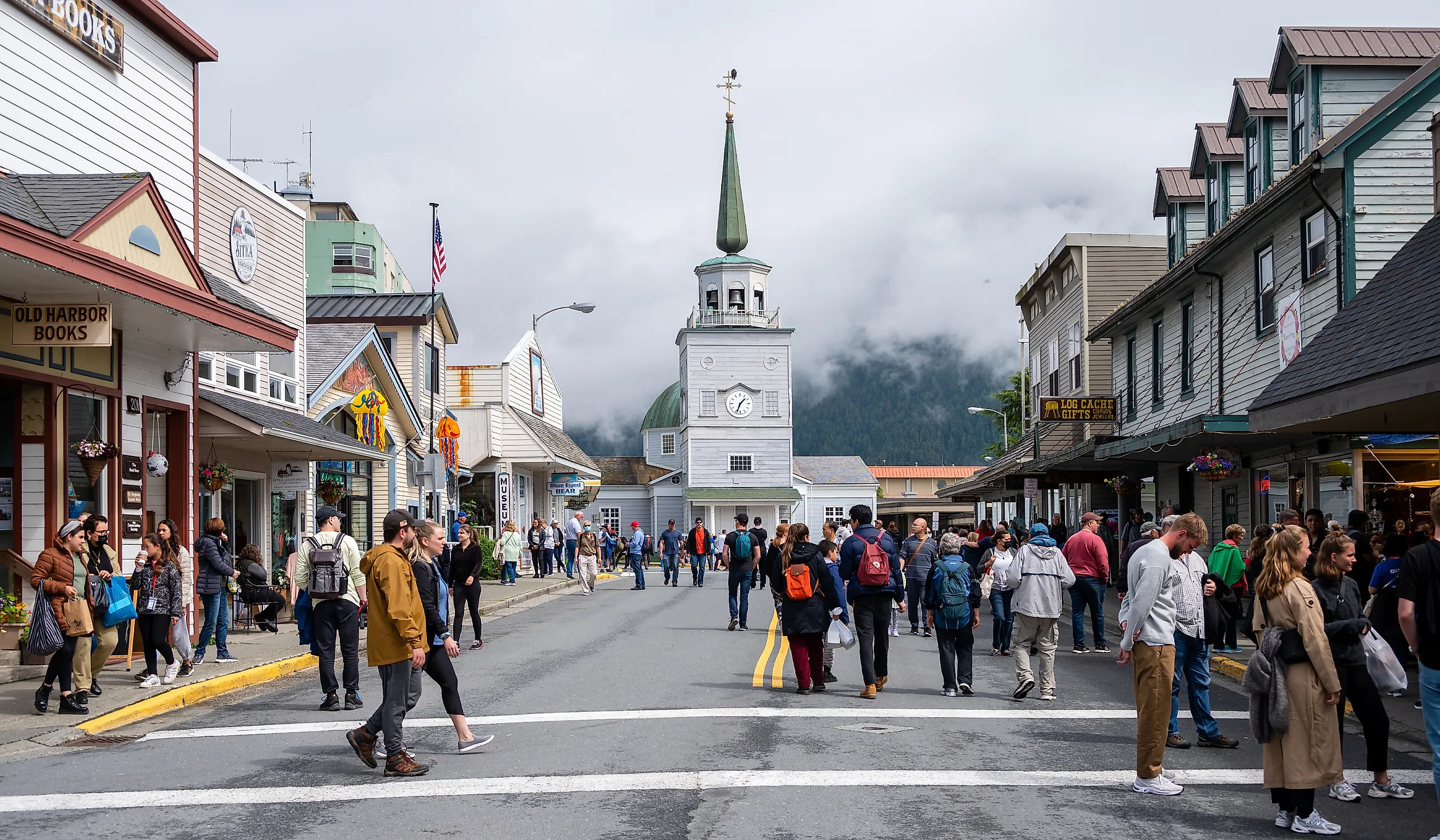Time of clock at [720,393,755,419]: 1:33
